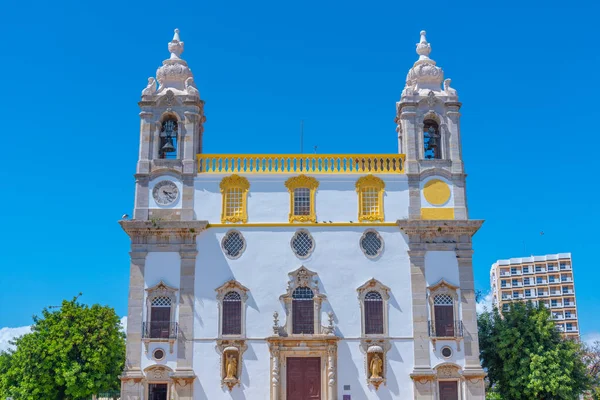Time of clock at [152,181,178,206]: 3:22
